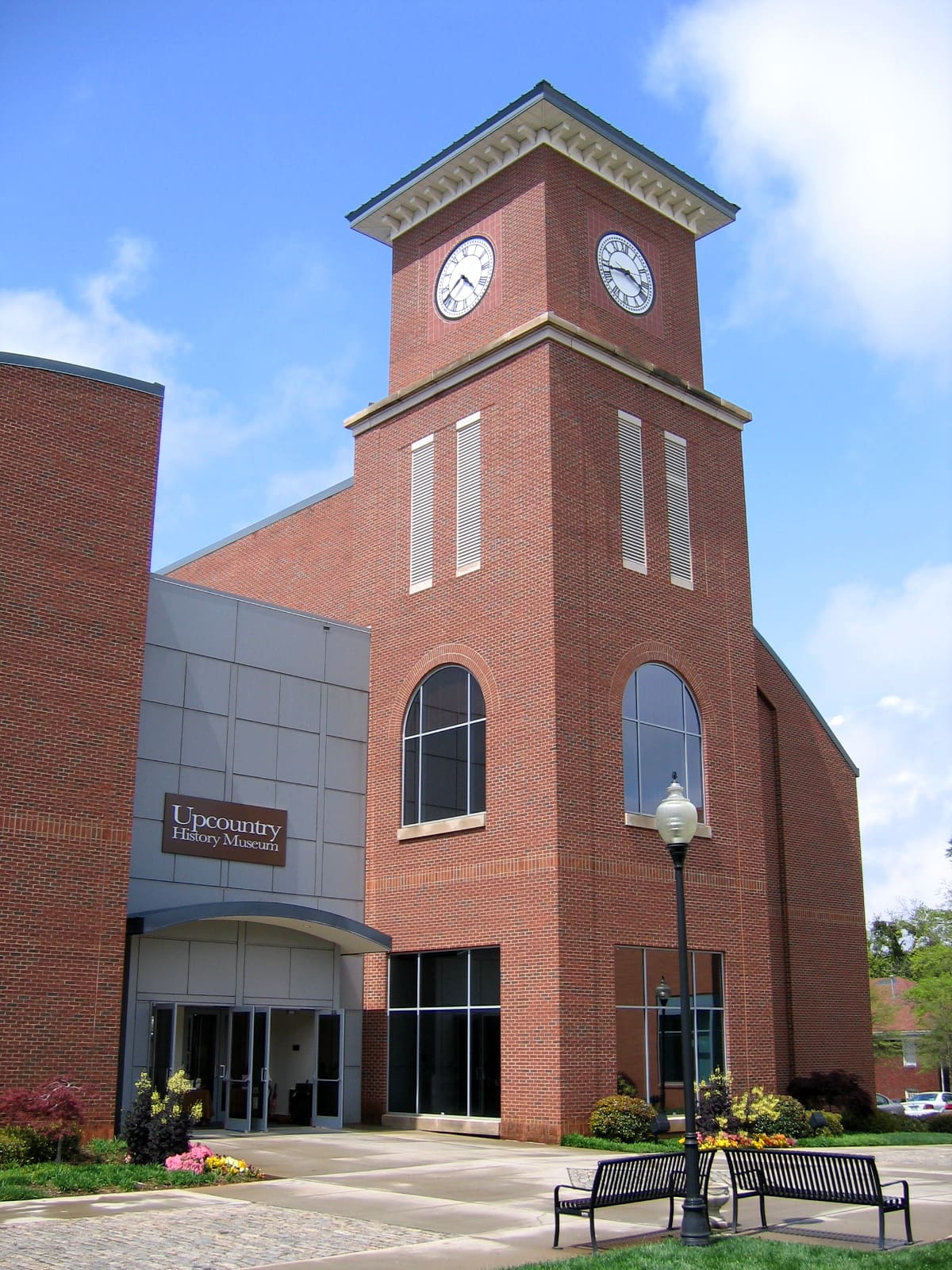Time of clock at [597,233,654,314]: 3:43
